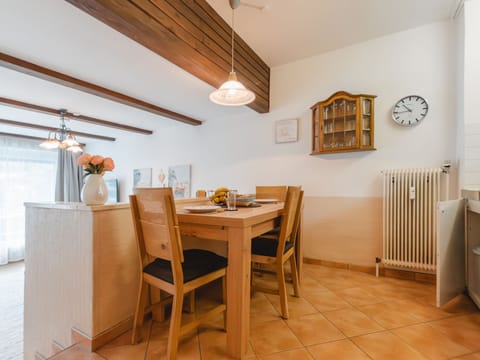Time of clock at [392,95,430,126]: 10:43
